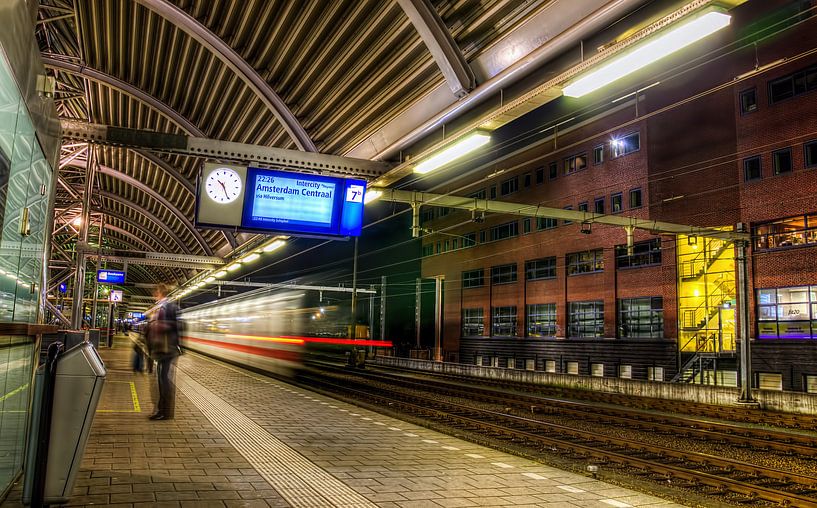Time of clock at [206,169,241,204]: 10:25
